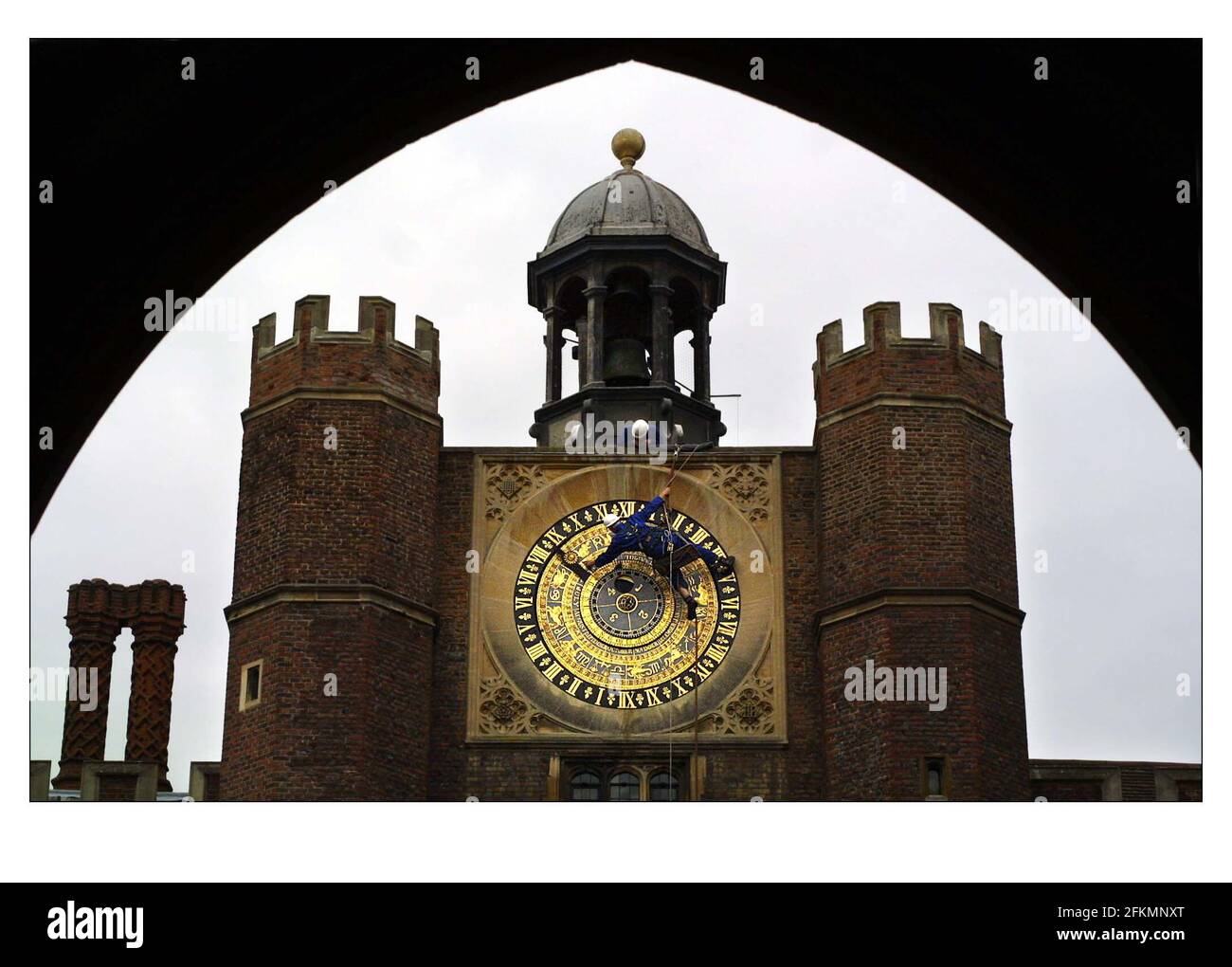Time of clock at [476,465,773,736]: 11:50
